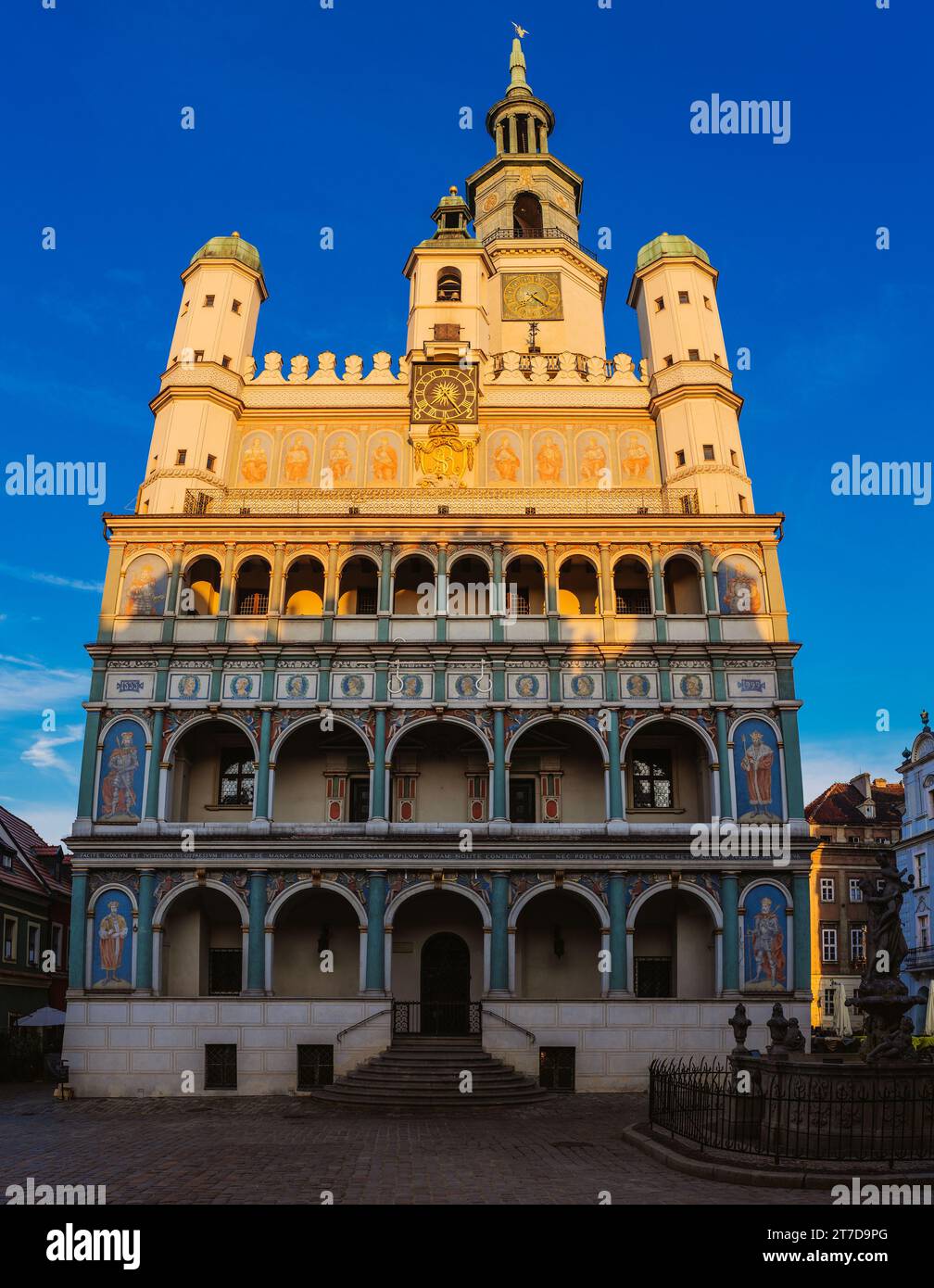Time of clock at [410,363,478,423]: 7:24
